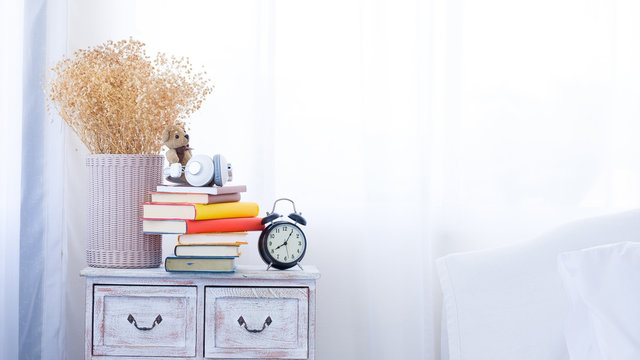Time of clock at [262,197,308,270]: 8:05
